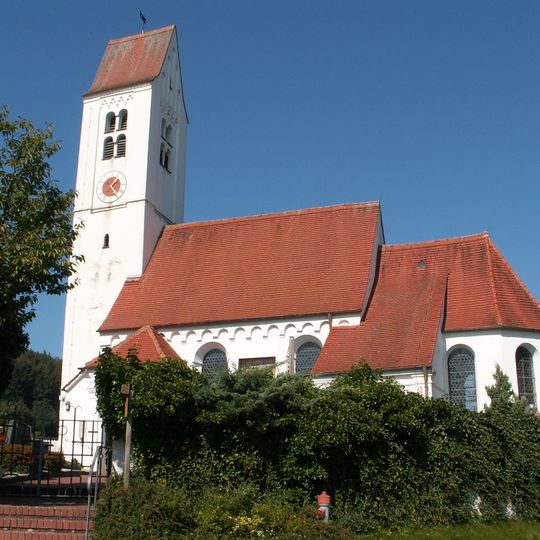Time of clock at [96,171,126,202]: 1:23
